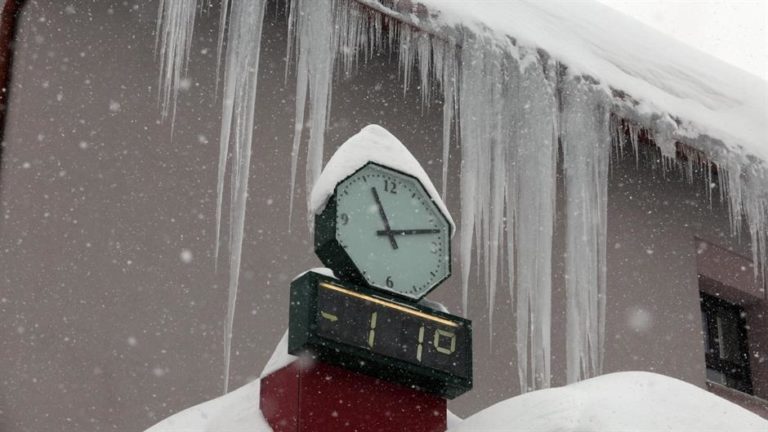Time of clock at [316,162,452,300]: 11:12
